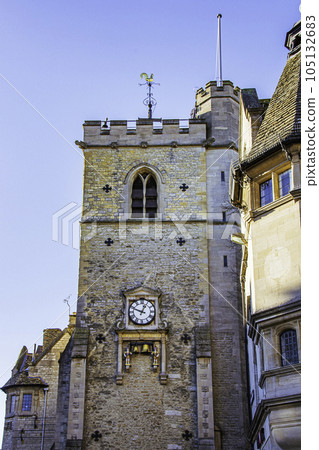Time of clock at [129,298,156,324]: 12:48
